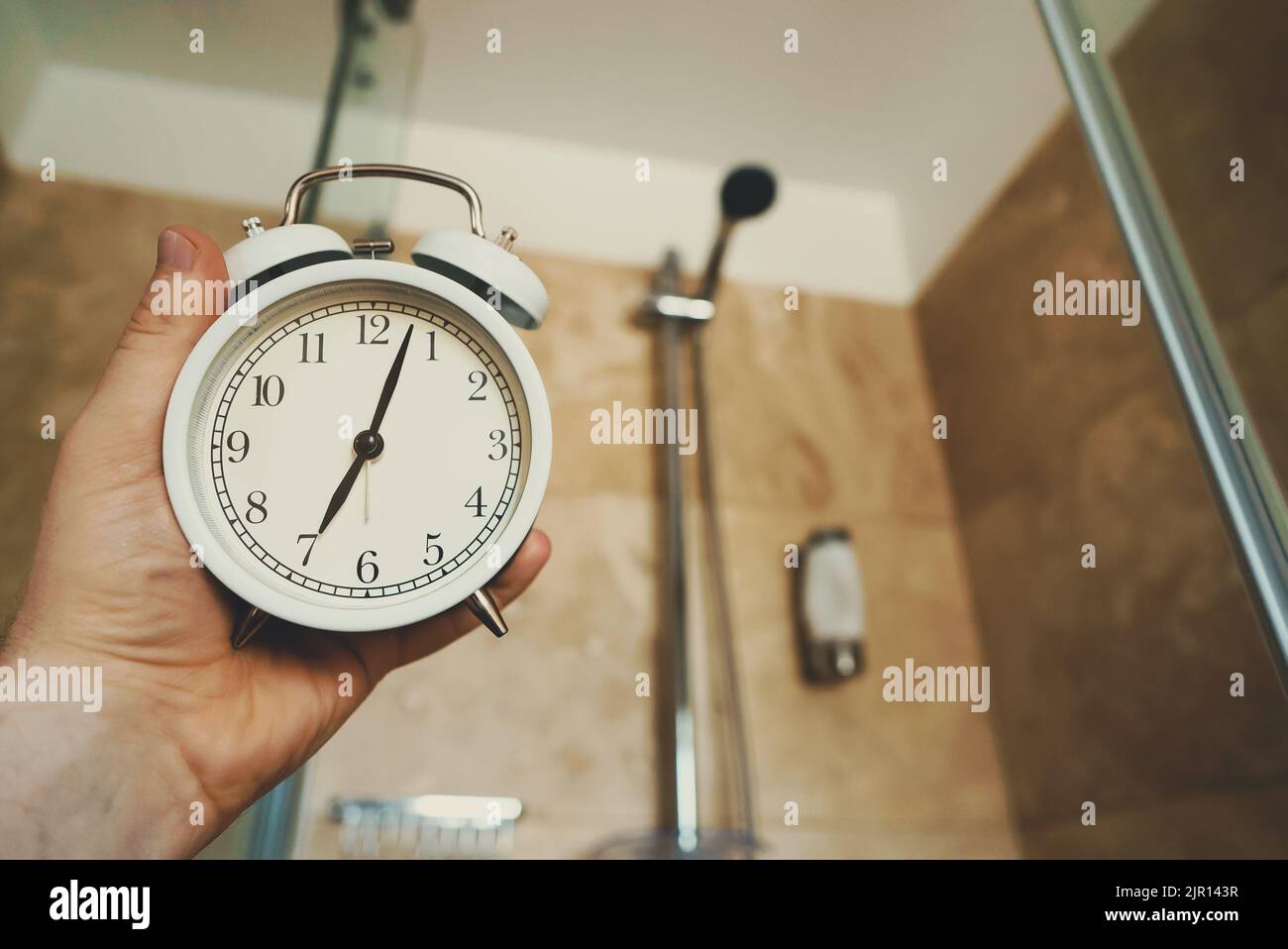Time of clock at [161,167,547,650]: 7:03
